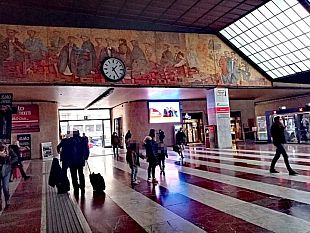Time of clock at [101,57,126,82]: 1:24
